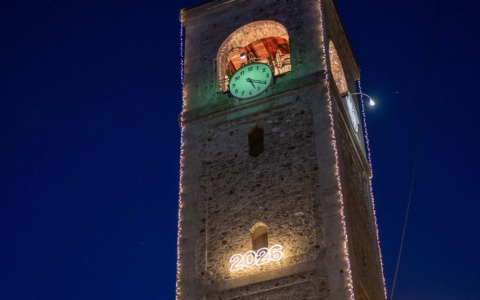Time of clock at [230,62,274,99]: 5:19
